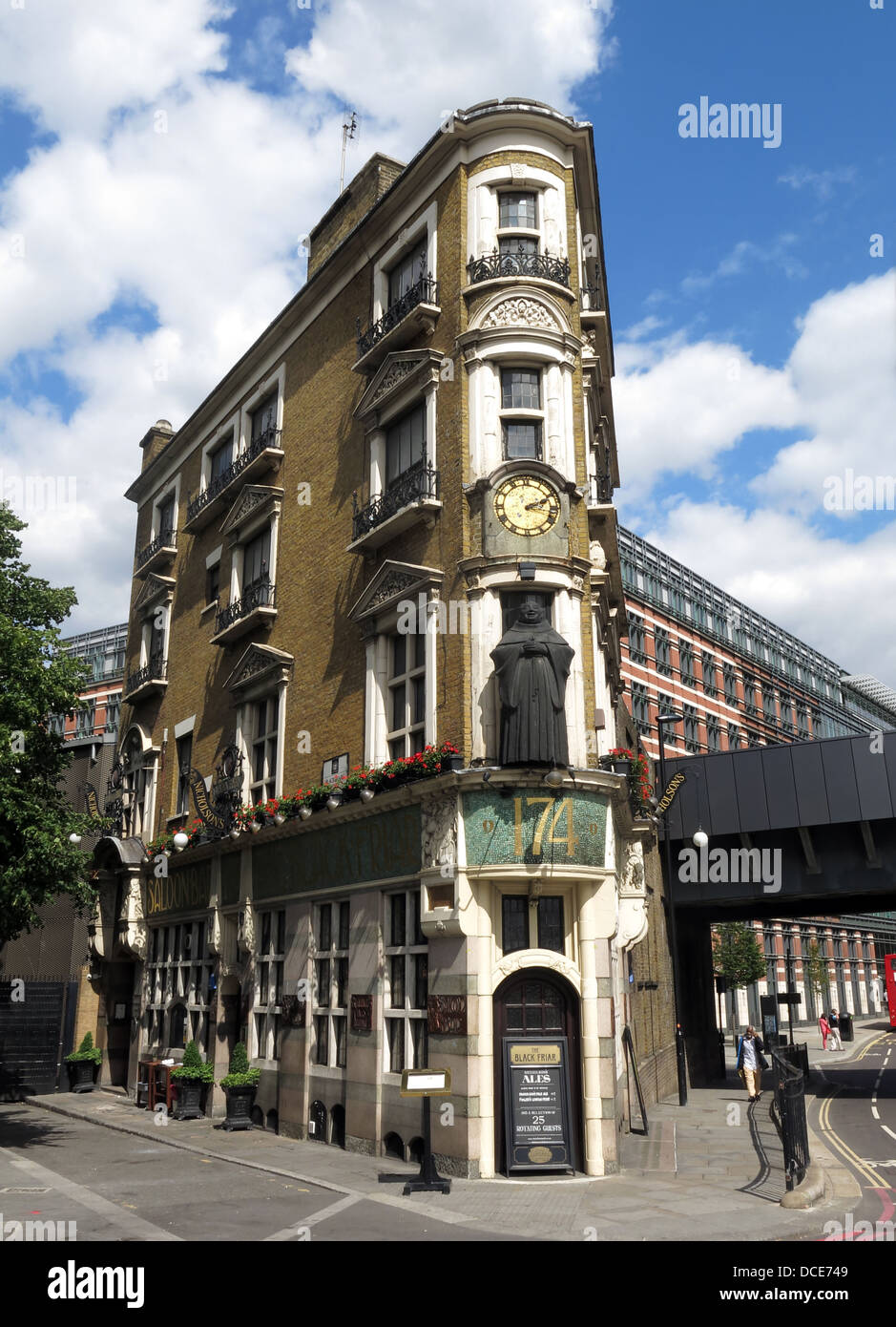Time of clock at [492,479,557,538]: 2:18
